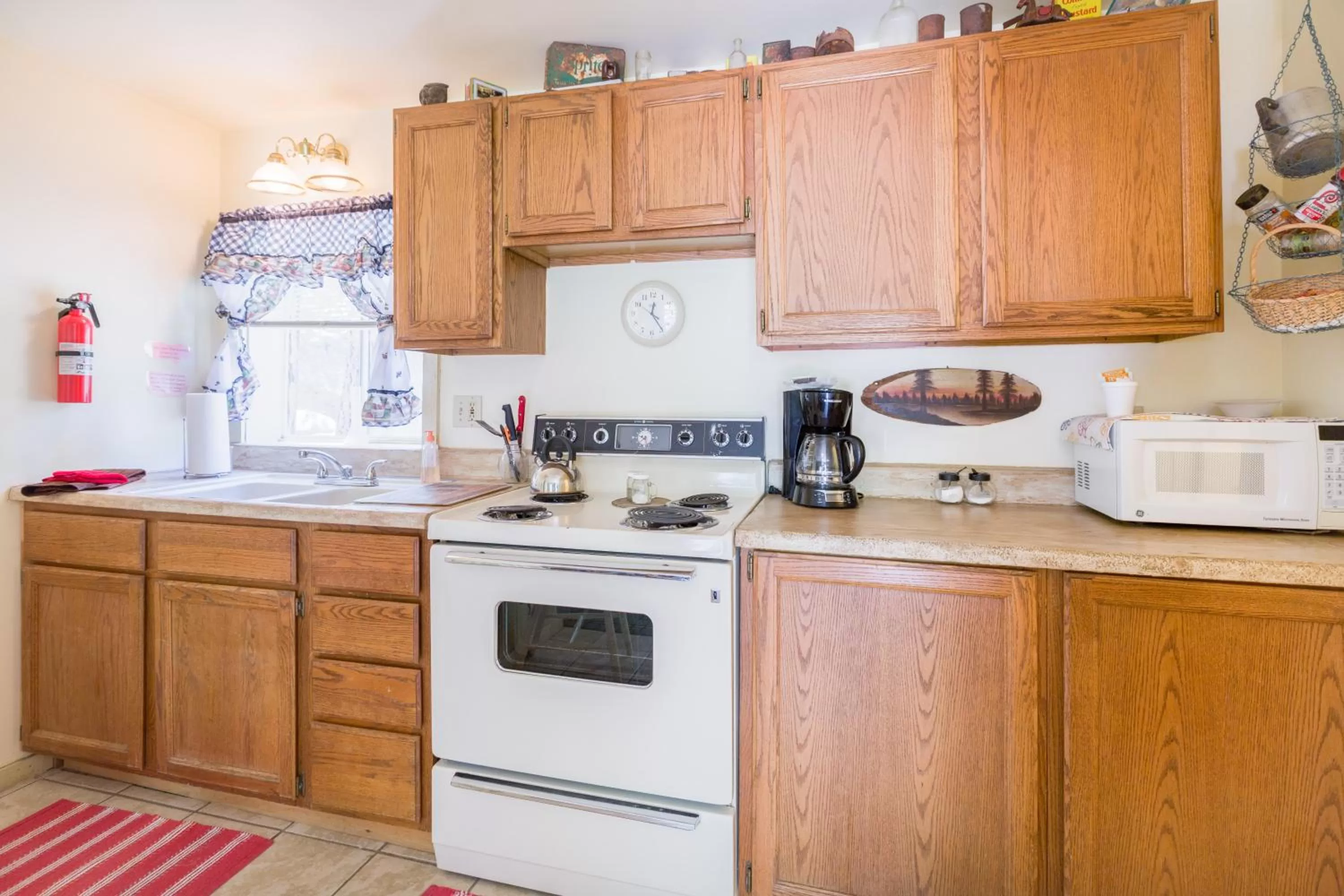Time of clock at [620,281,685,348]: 12:23
